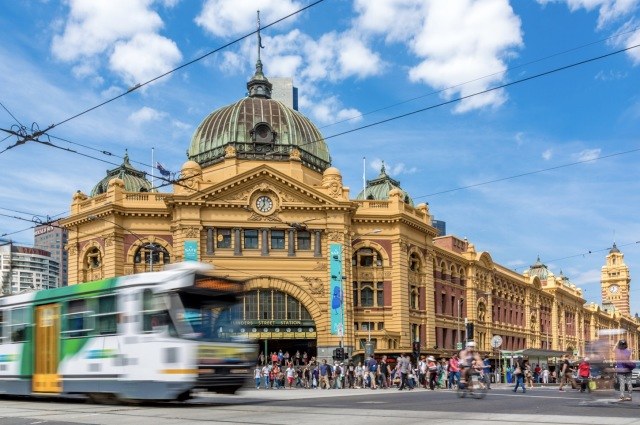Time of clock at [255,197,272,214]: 11:35
